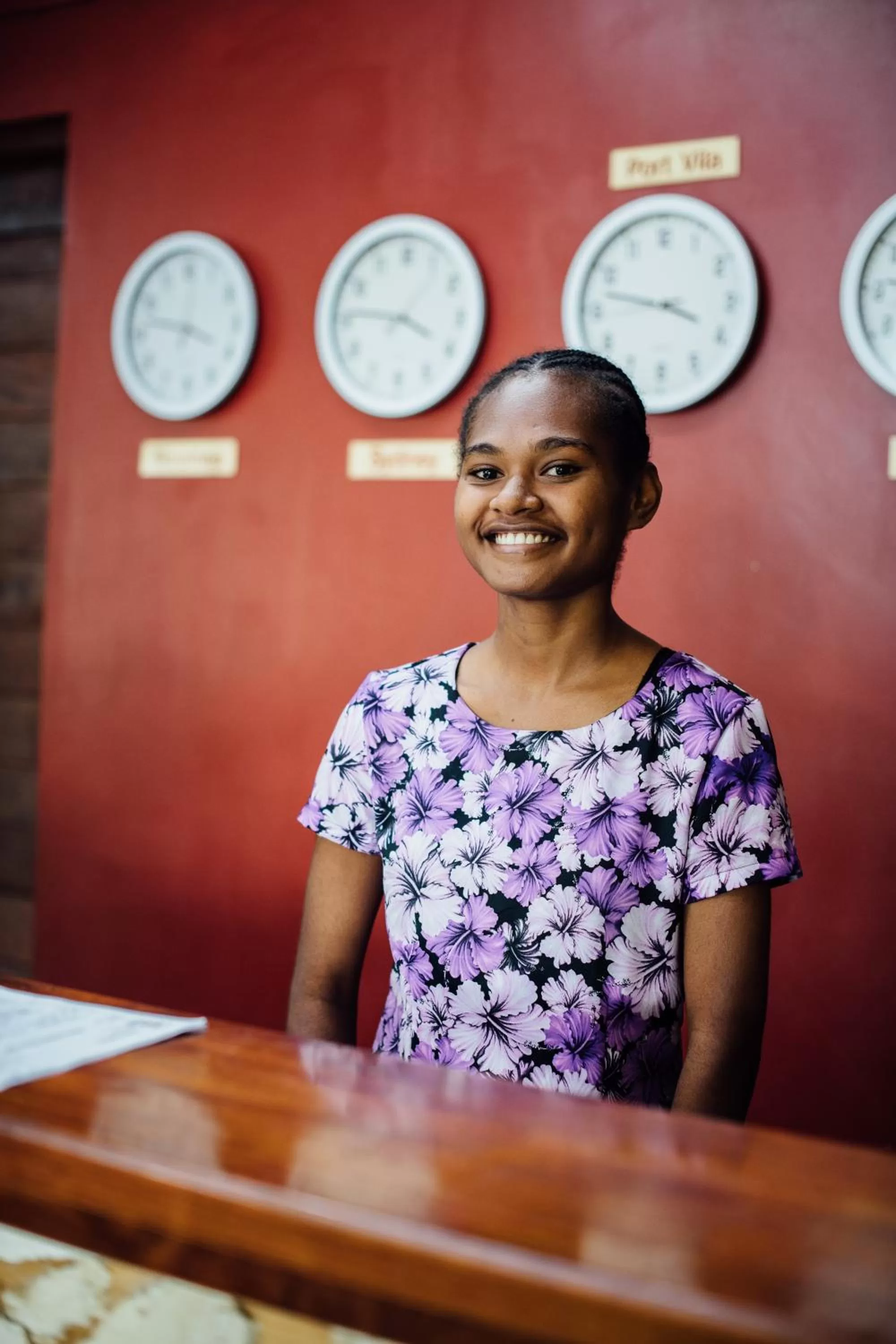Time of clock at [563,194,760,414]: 3:47
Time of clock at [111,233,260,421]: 3:47
